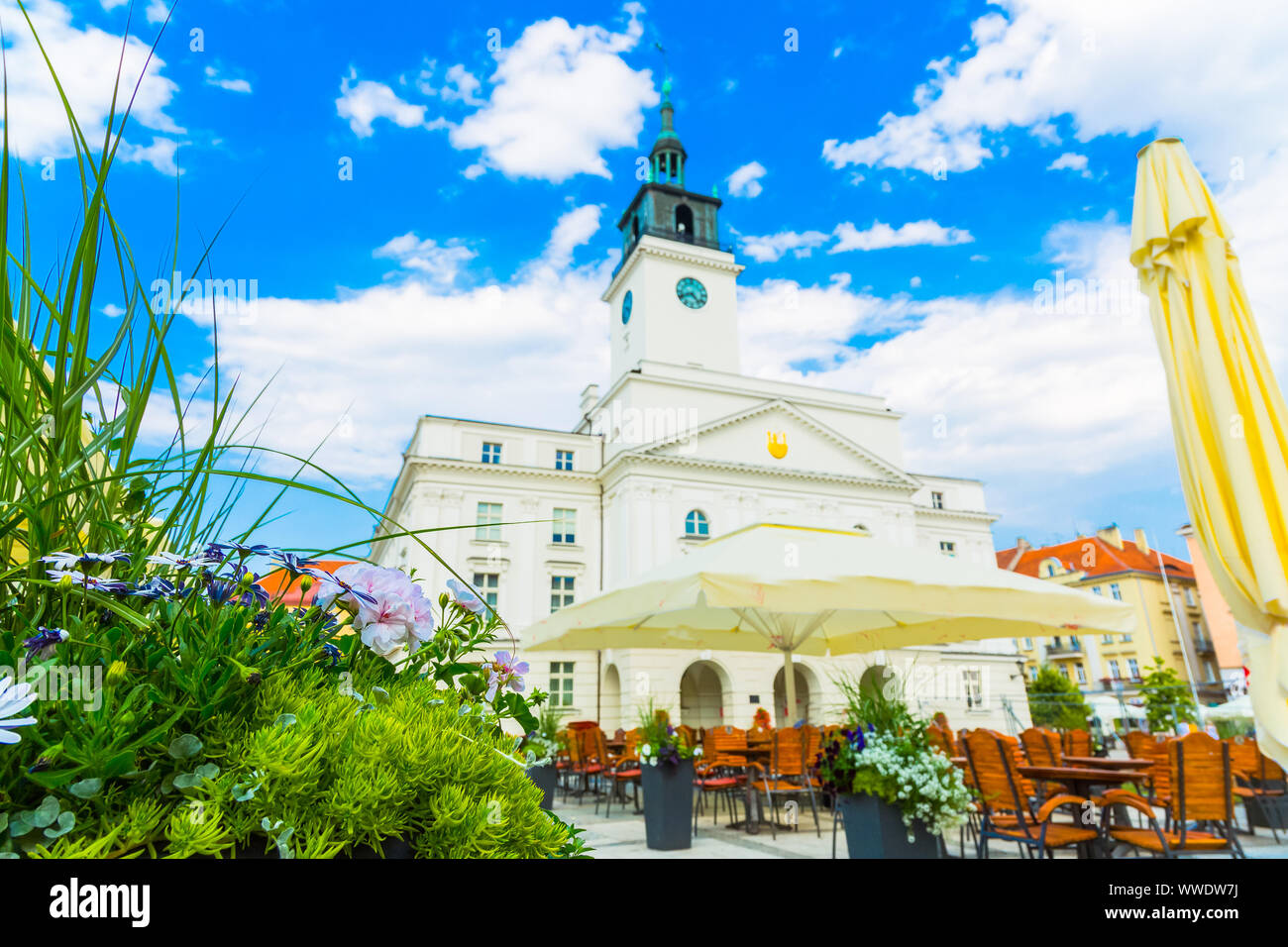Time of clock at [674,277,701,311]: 4:41
